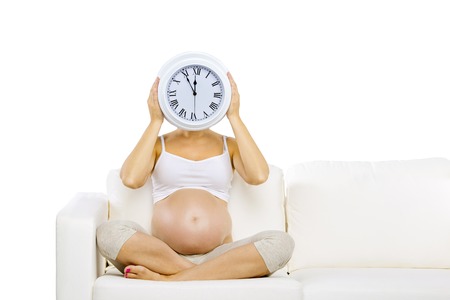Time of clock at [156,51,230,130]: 11:54
